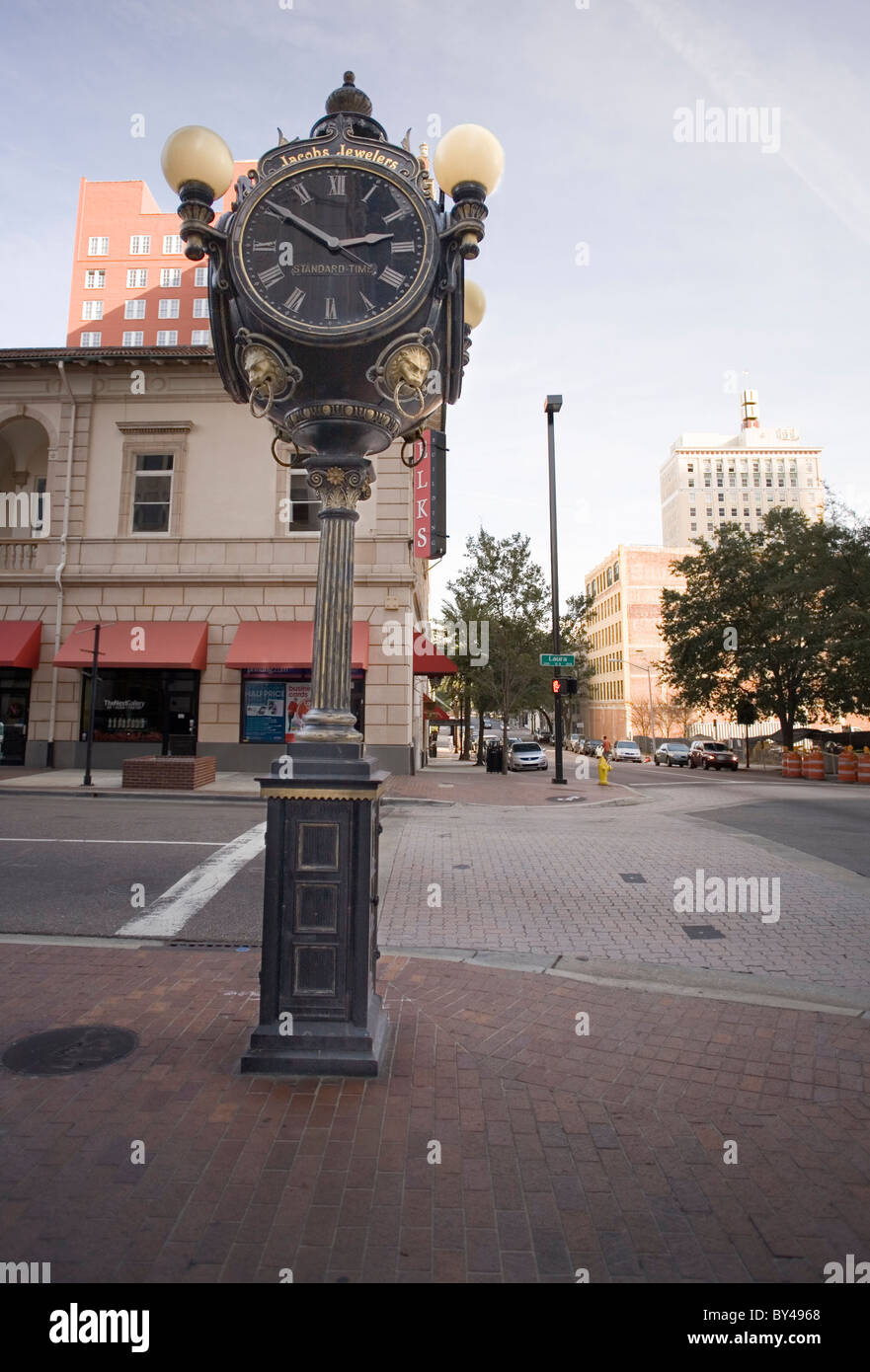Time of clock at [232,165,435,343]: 2:50
